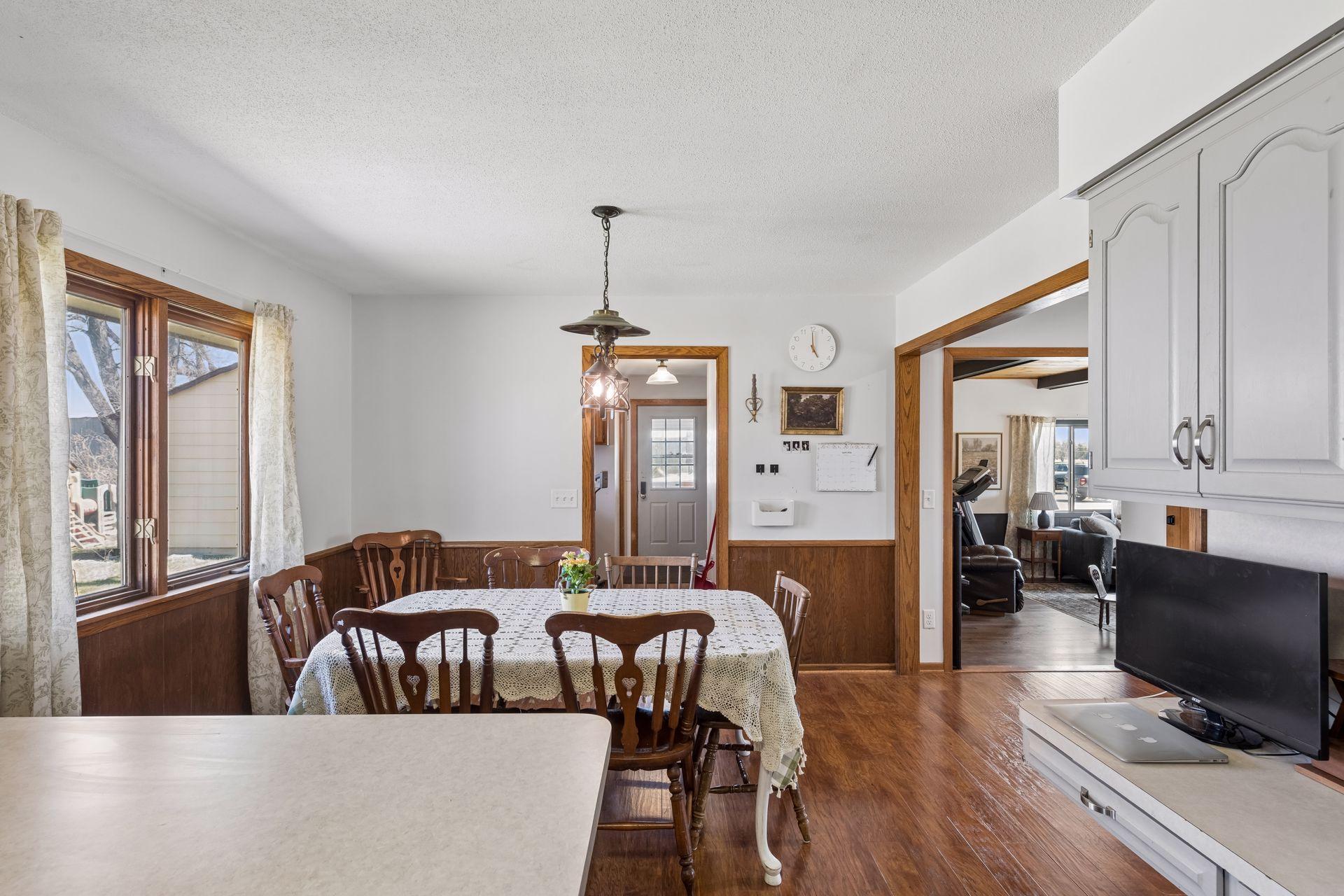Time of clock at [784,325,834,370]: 5:00
